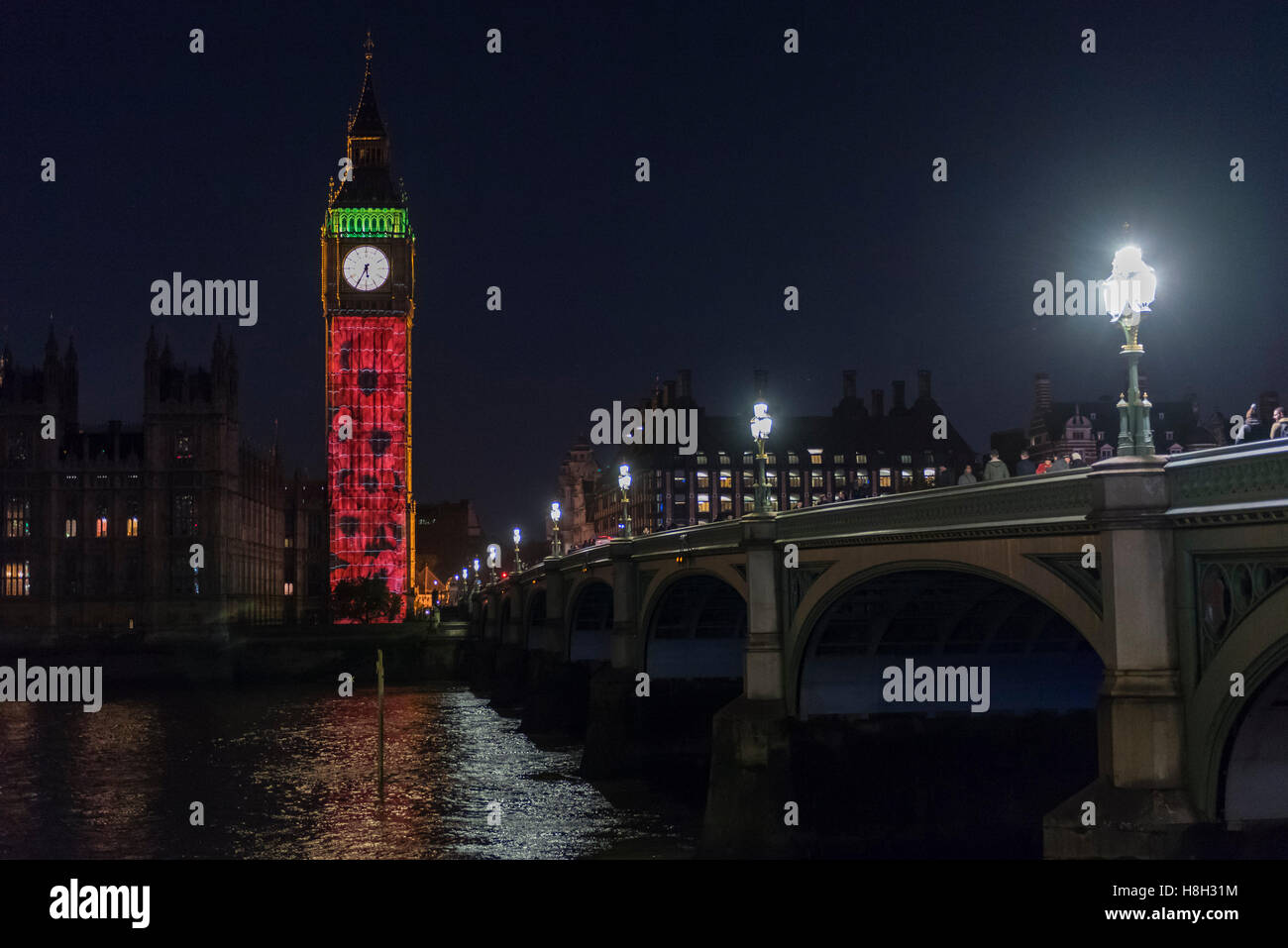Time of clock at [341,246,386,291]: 5:34
